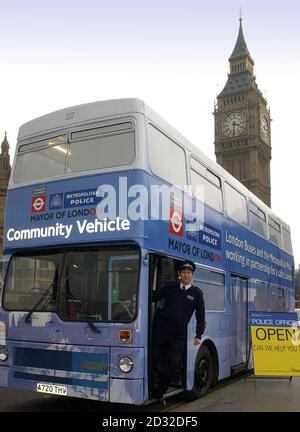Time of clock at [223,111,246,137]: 3:31
